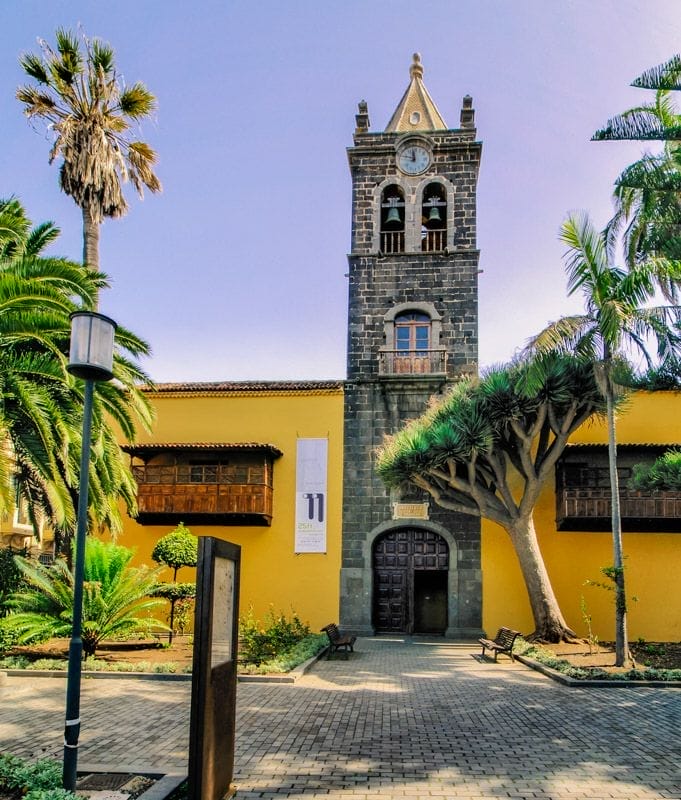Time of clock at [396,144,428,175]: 11:47
